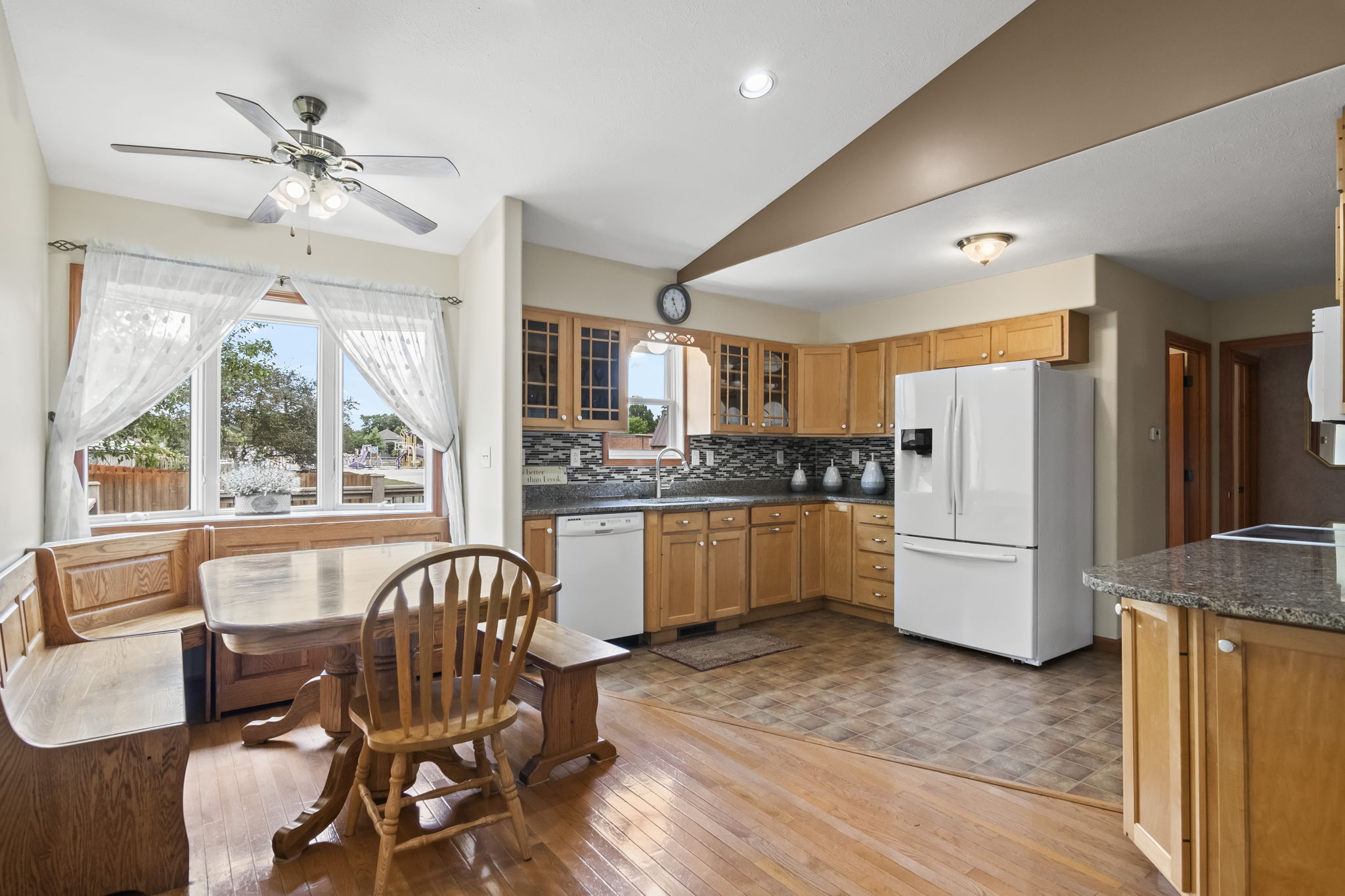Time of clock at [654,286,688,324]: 11:25
